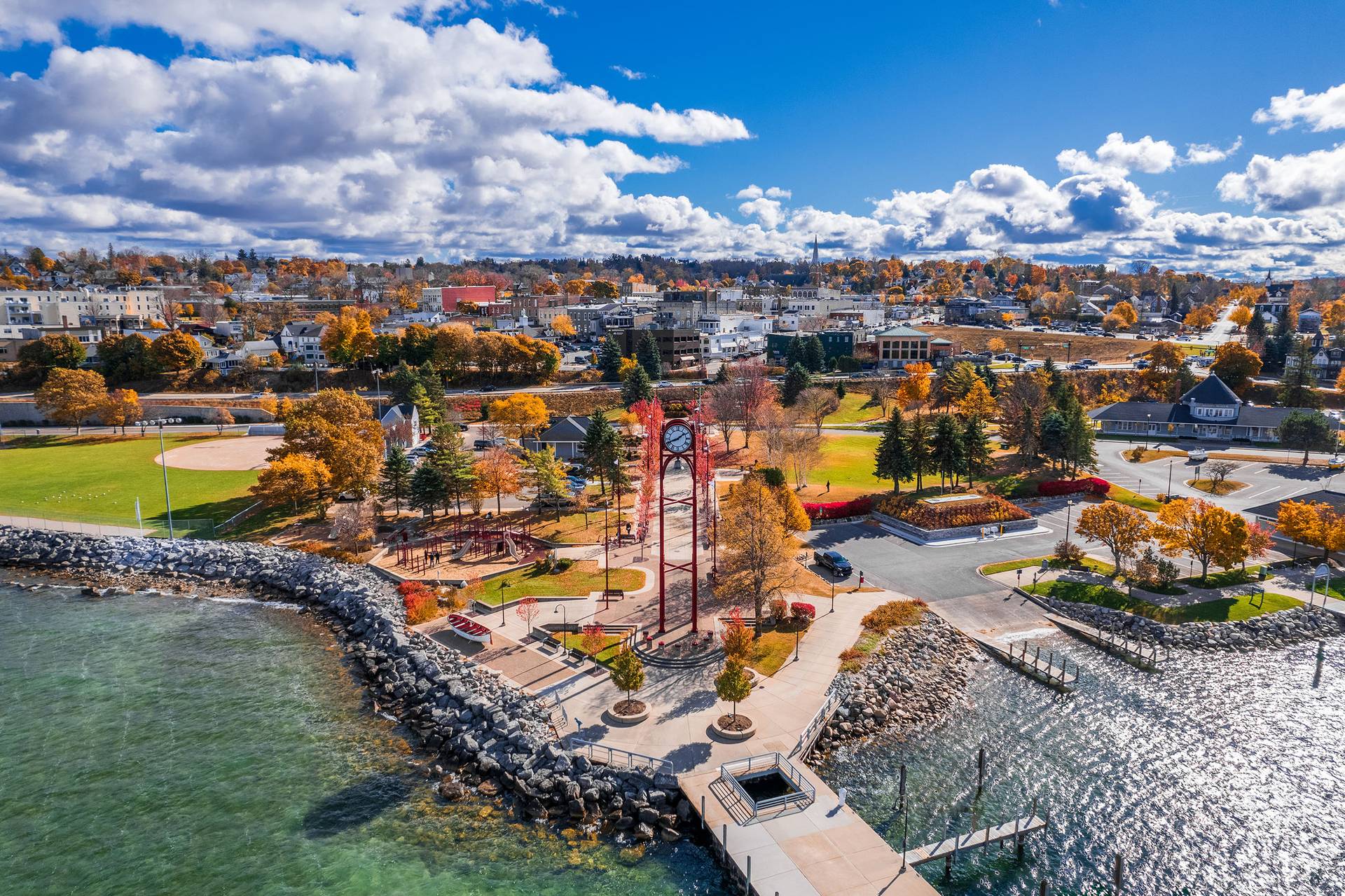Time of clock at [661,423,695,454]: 1:41
